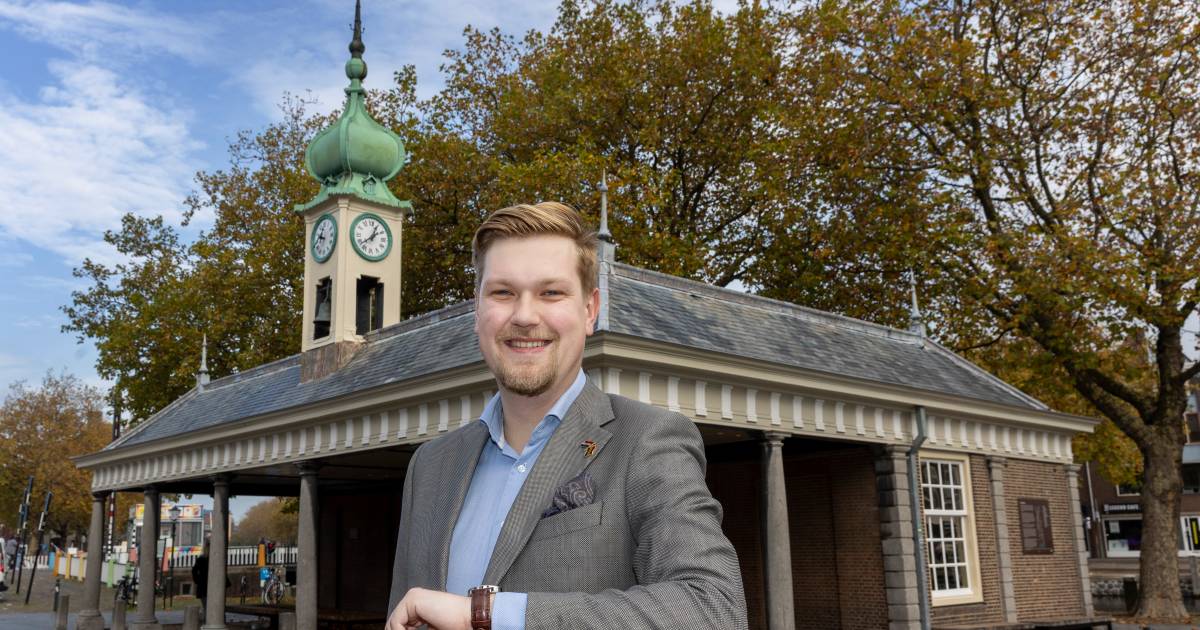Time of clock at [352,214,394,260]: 12:38
